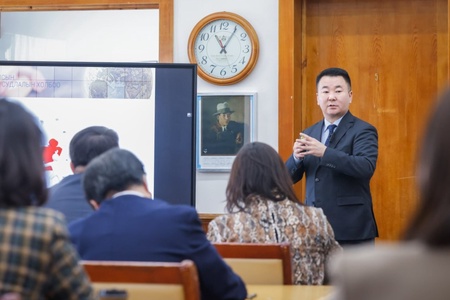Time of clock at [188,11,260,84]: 11:05
